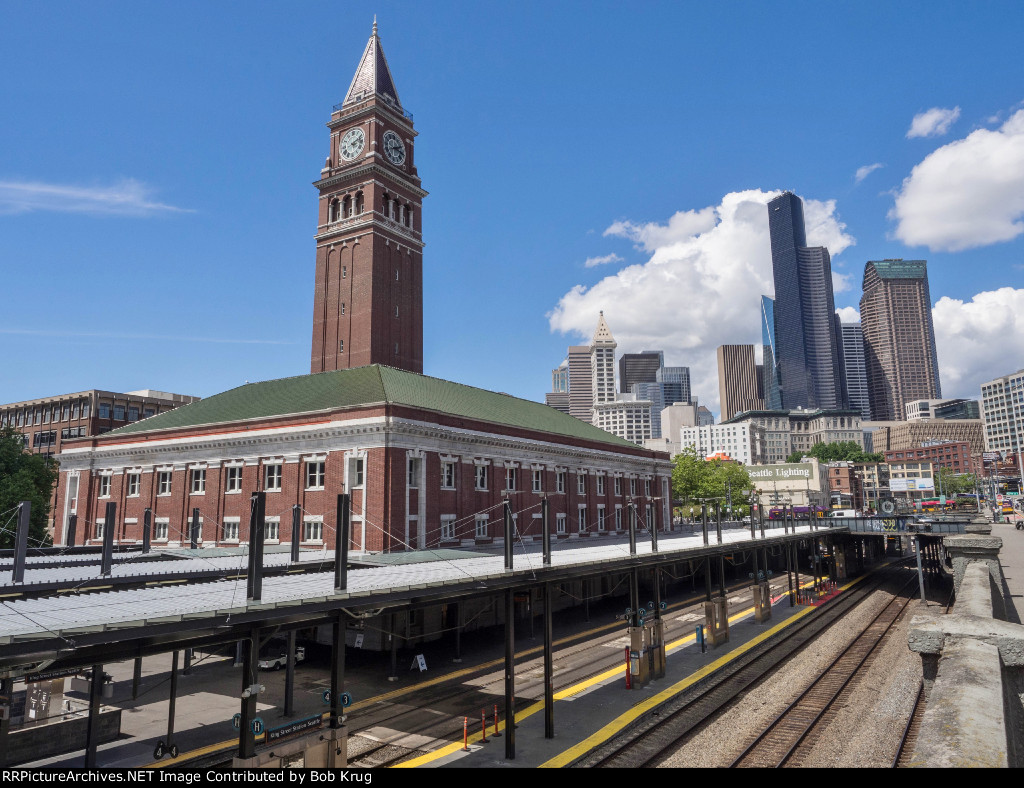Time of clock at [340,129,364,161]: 3:11
